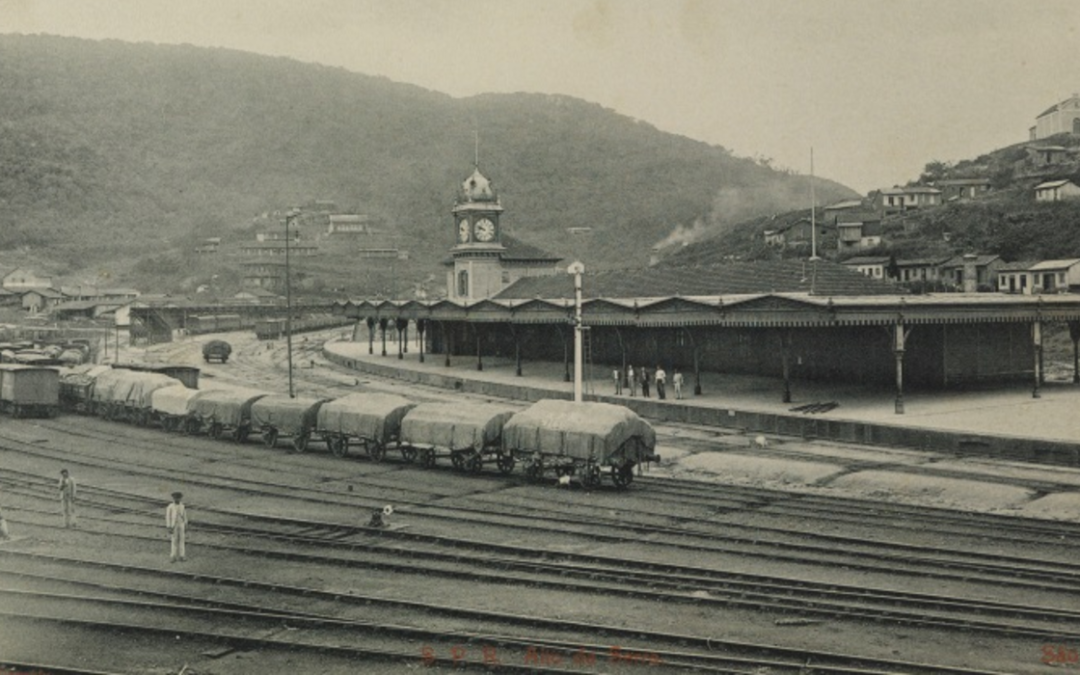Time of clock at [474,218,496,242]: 9:47
